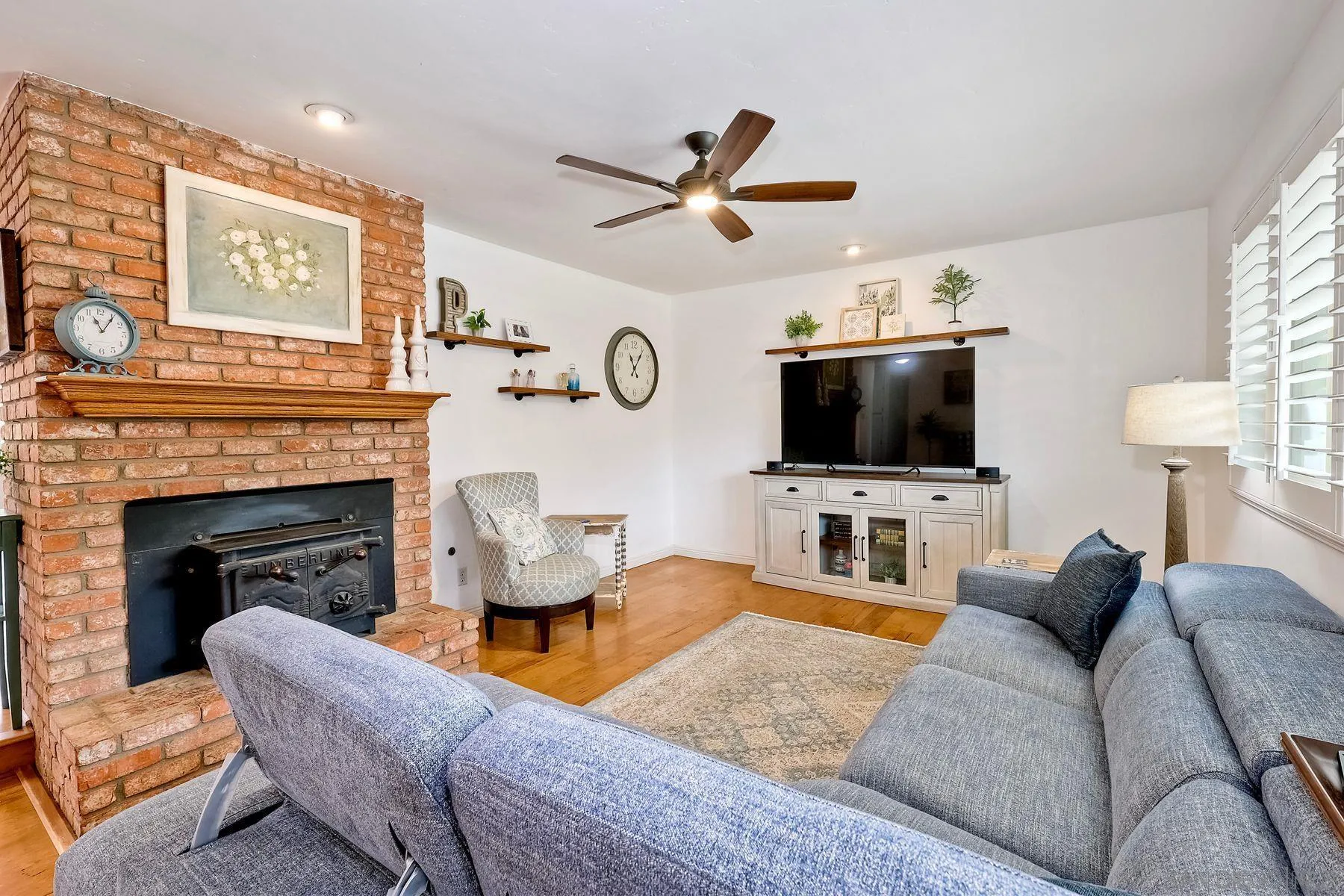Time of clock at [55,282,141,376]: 11:05
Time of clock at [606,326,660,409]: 11:06
